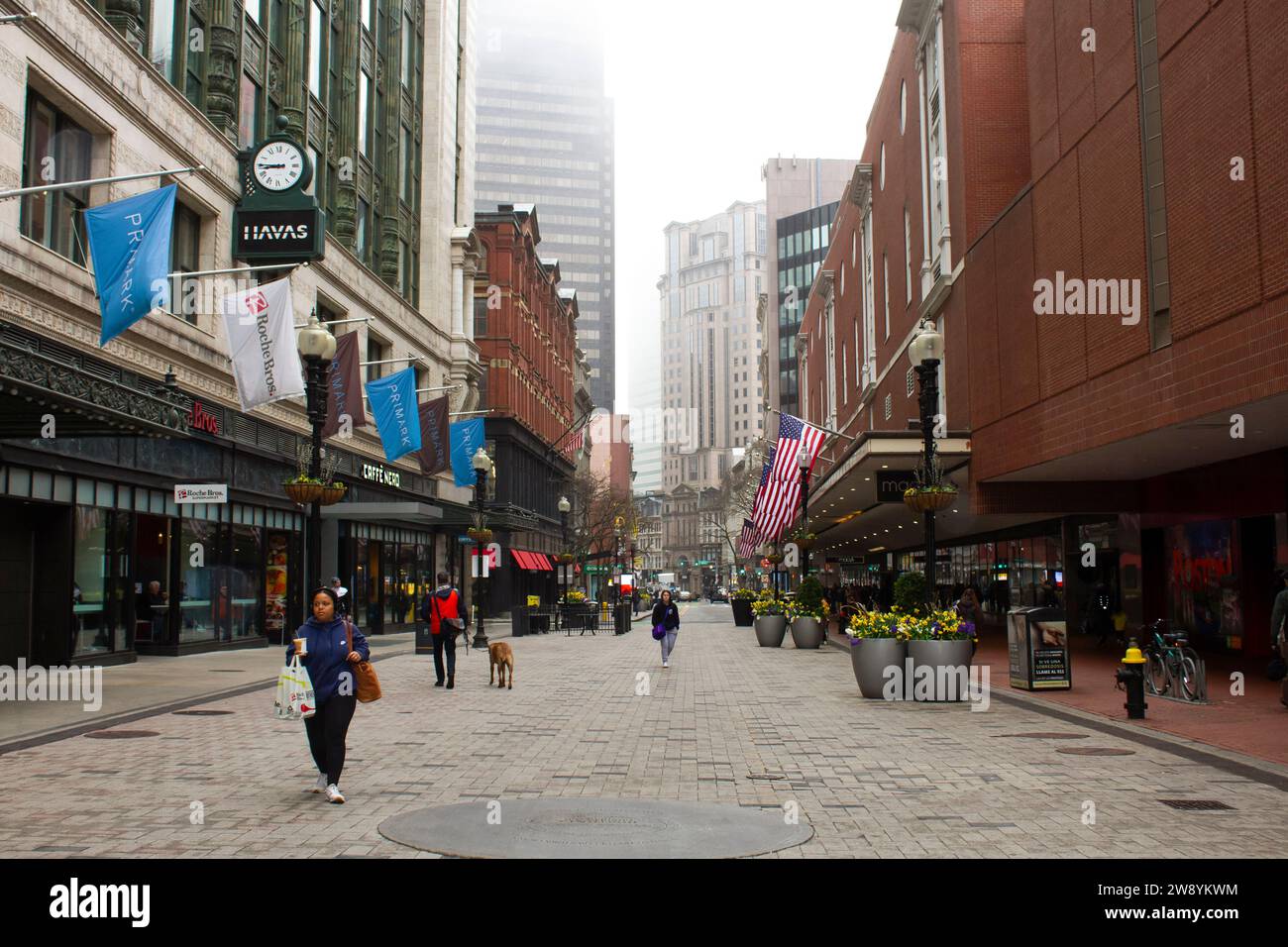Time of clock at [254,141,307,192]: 8:45
